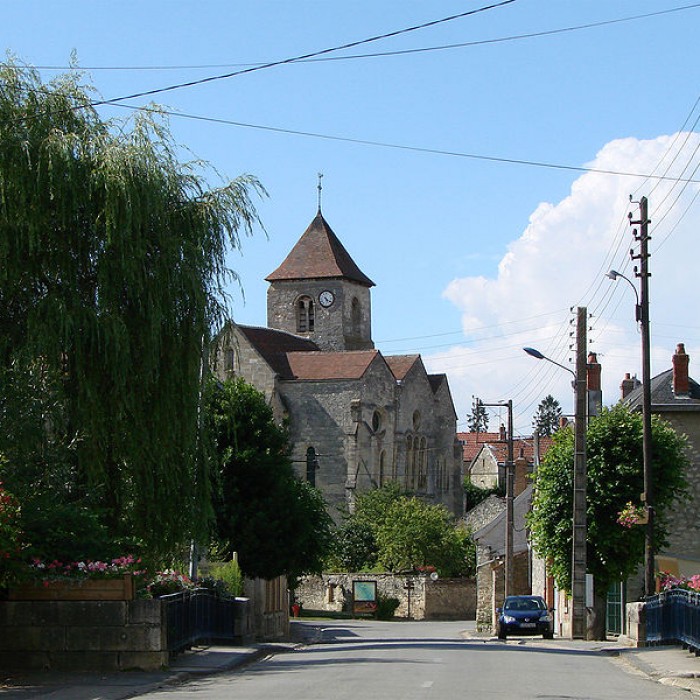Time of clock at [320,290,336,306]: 5:21
